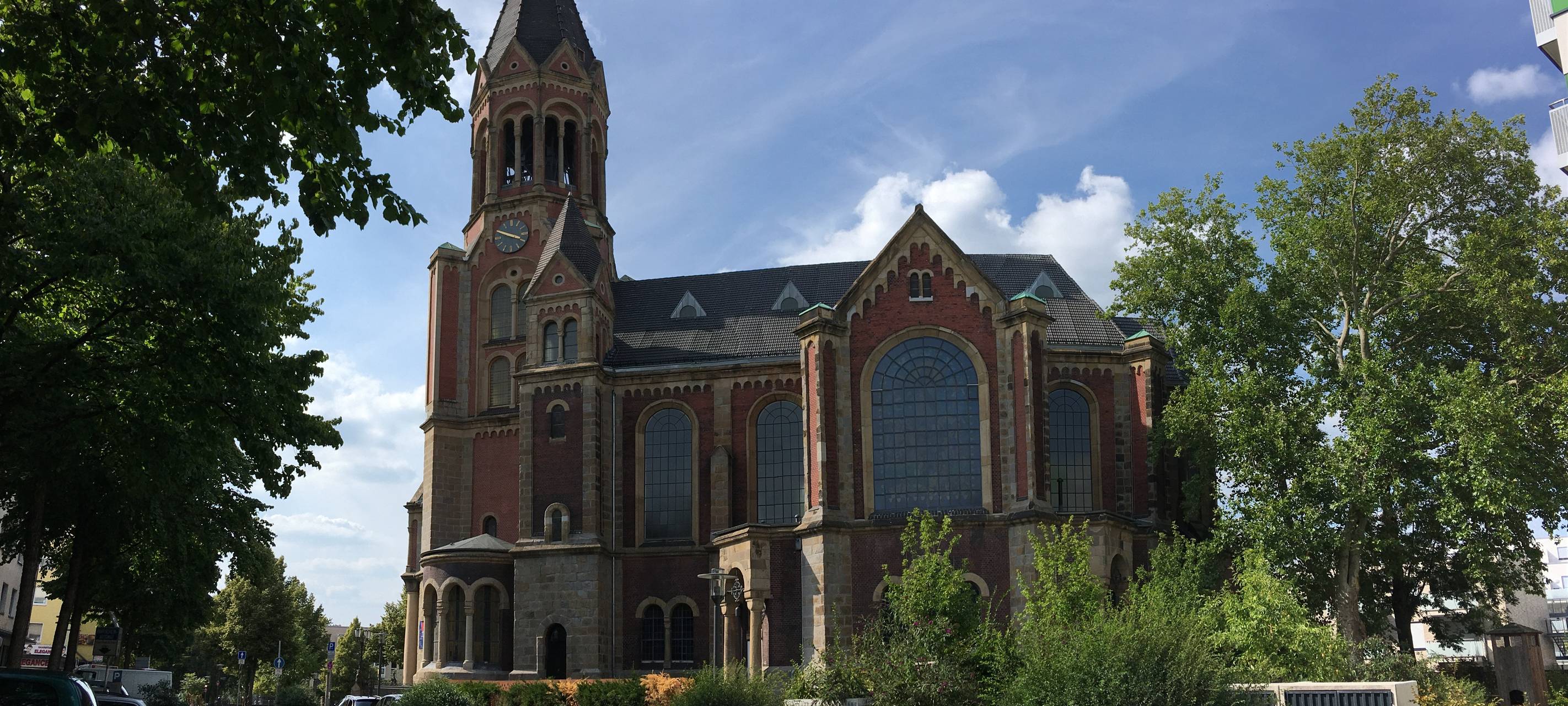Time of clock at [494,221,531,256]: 3:48
